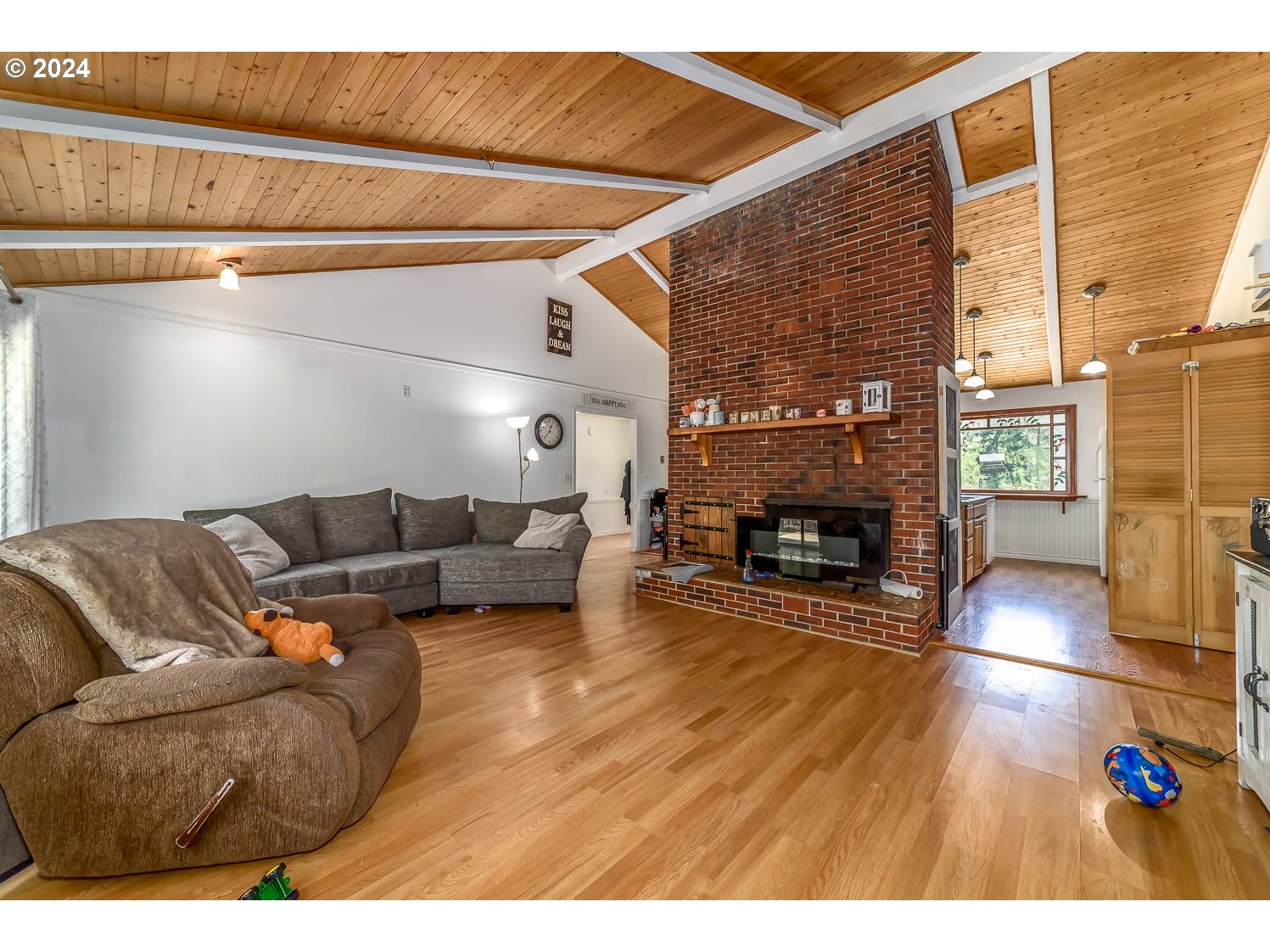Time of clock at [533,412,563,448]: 12:37
